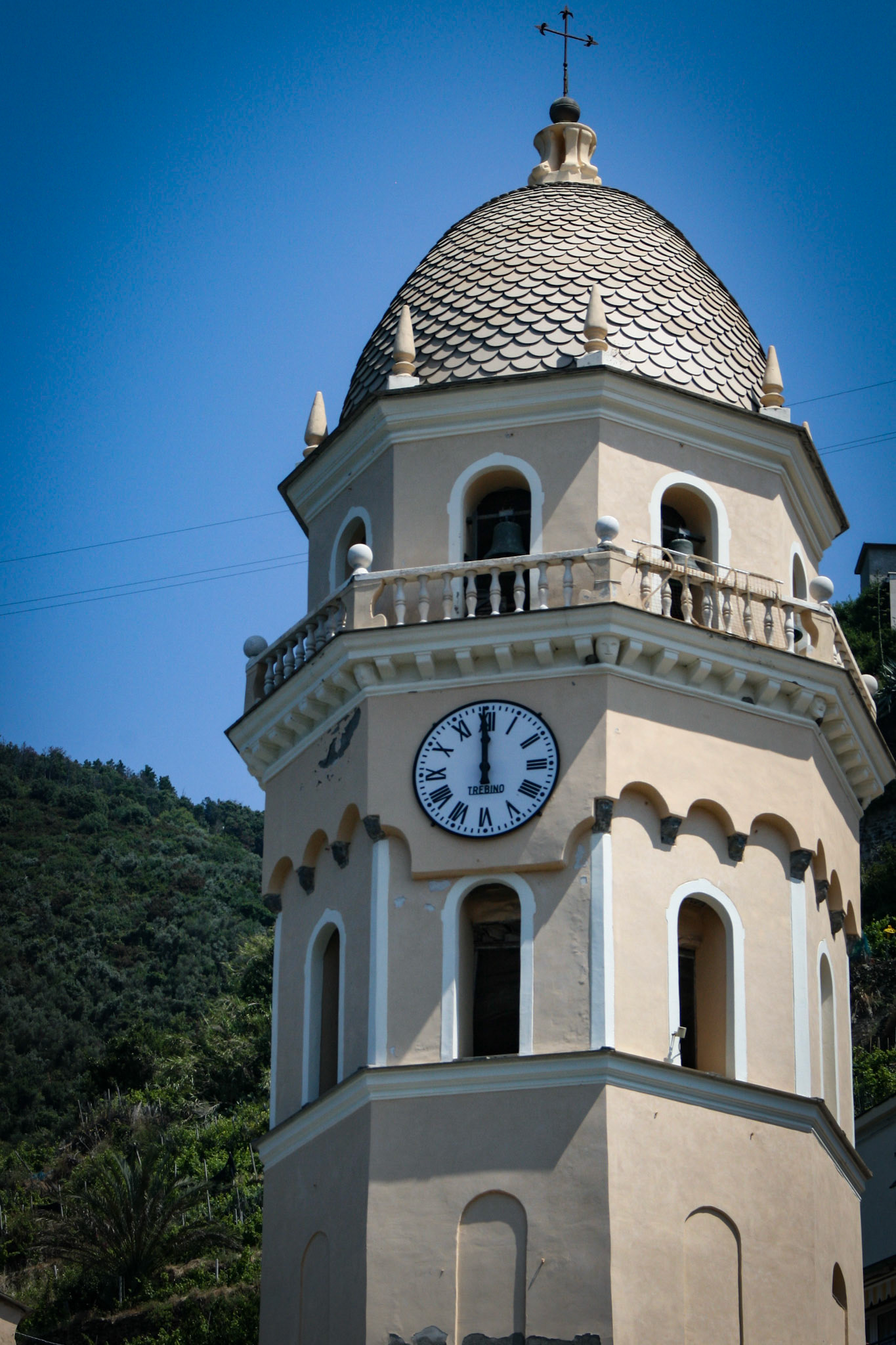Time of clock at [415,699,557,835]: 11:59
